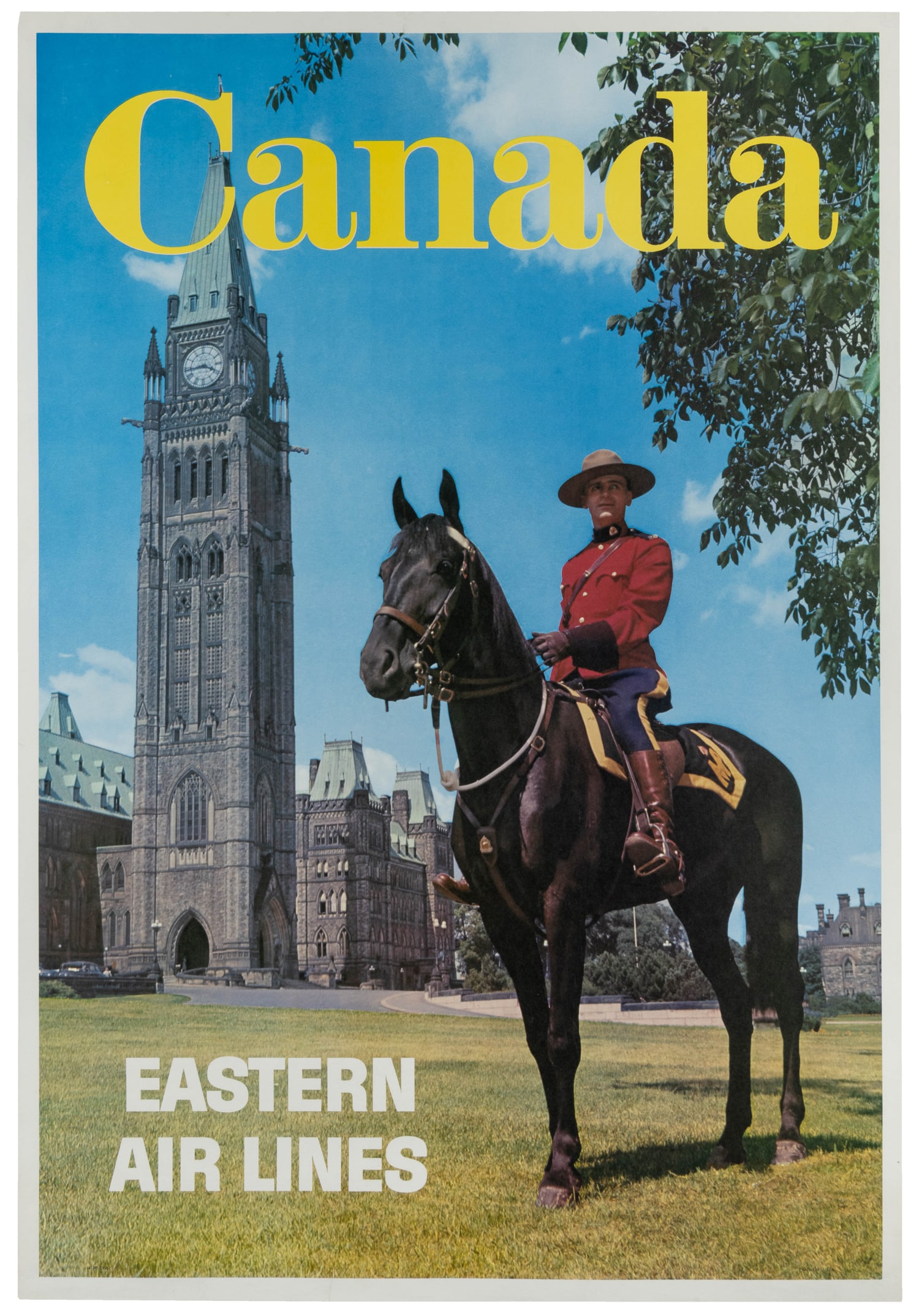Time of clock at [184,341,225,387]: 3:43
